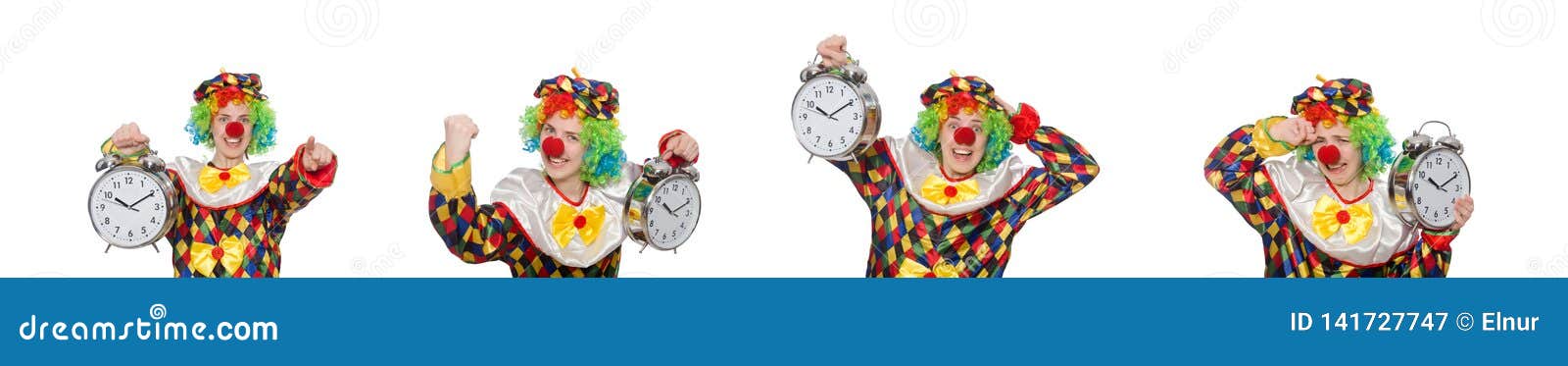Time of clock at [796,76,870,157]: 10:09
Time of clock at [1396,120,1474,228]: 10:10
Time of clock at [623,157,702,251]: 10:10
